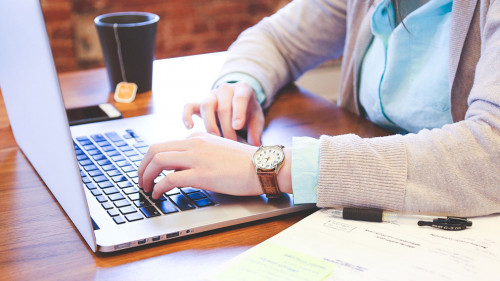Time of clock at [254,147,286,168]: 8:32
